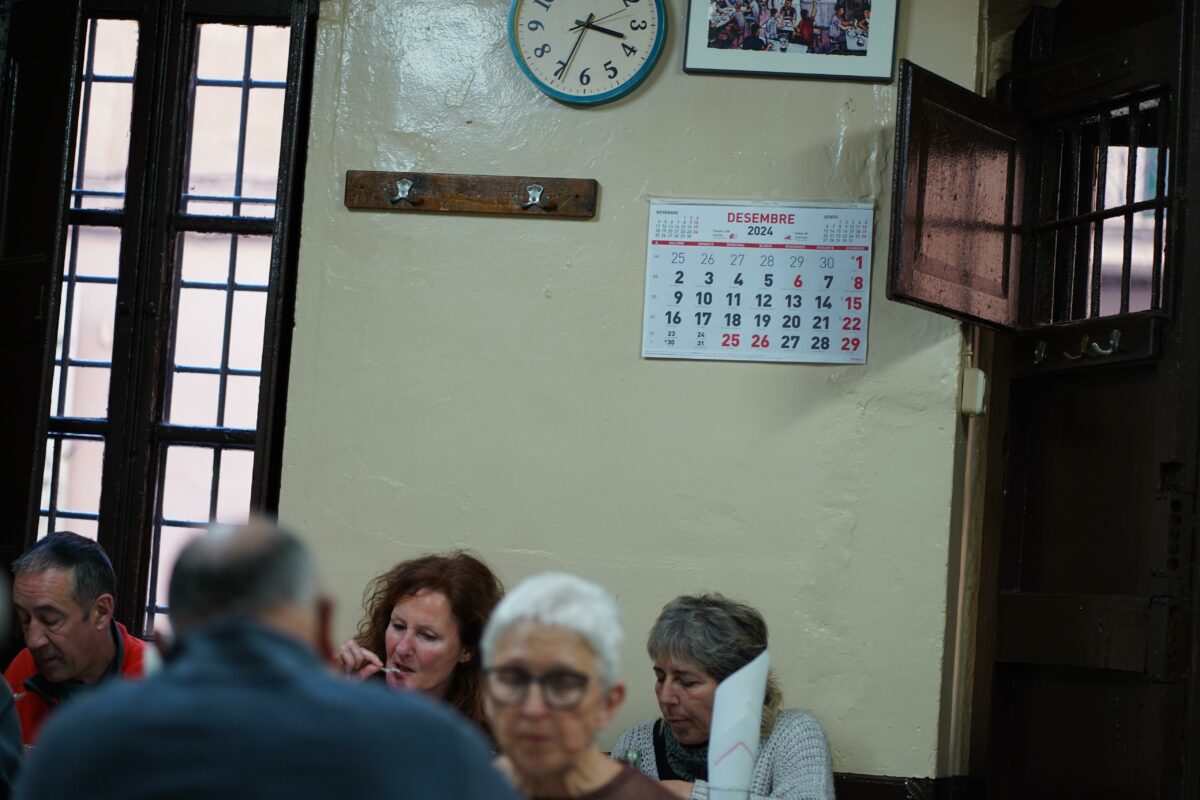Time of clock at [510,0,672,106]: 3:34
